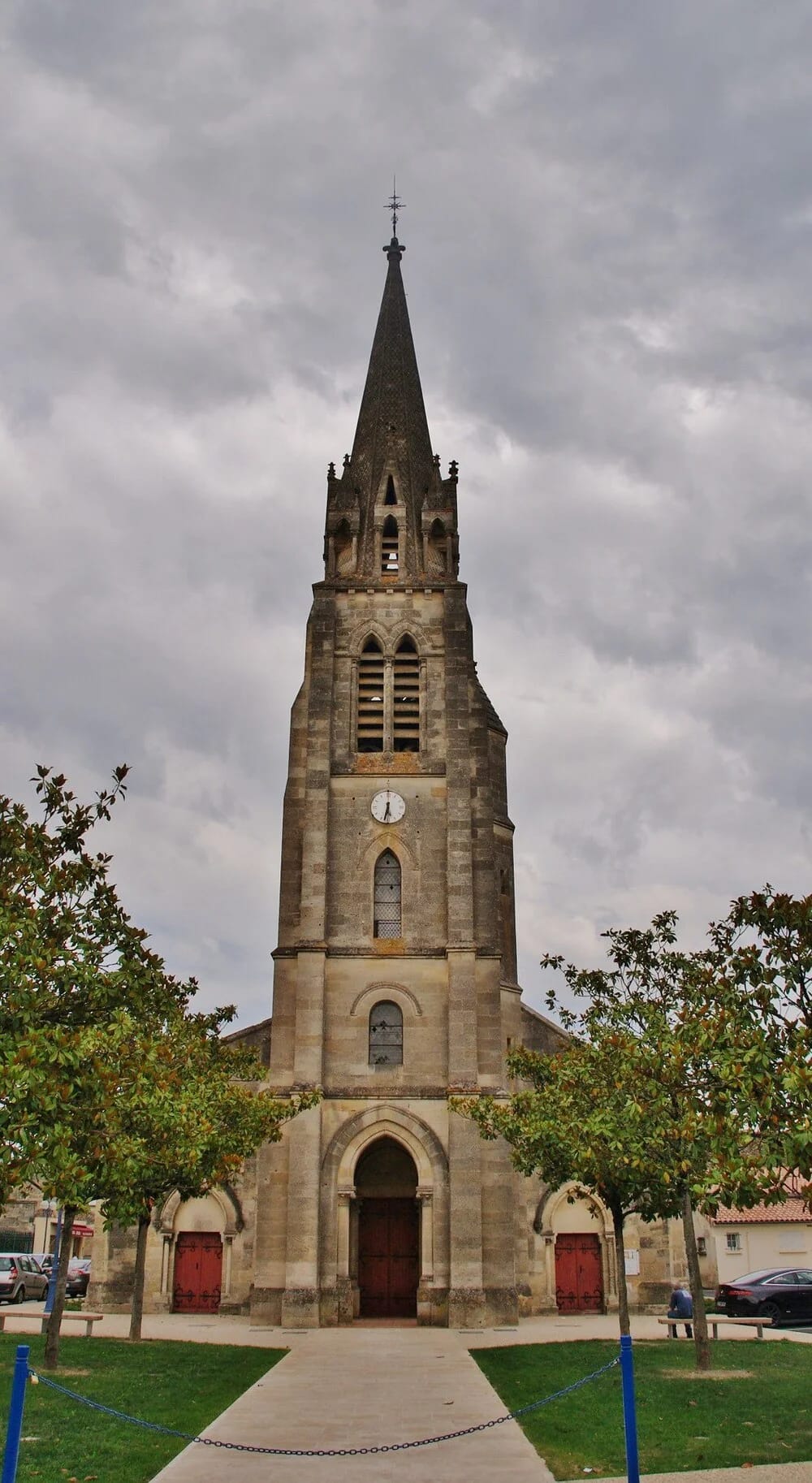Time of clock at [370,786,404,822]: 5:32
